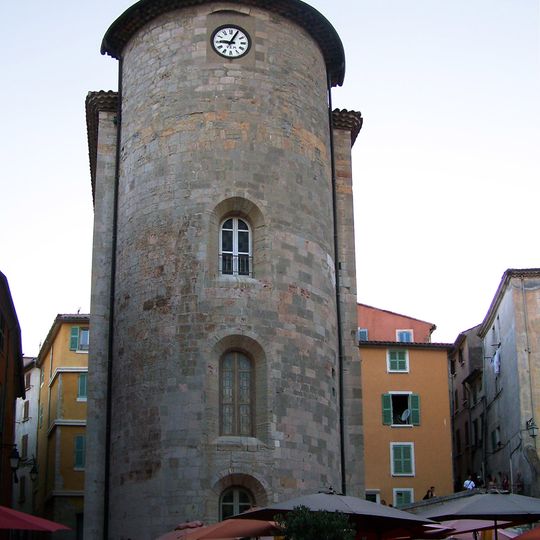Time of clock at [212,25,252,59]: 9:04
